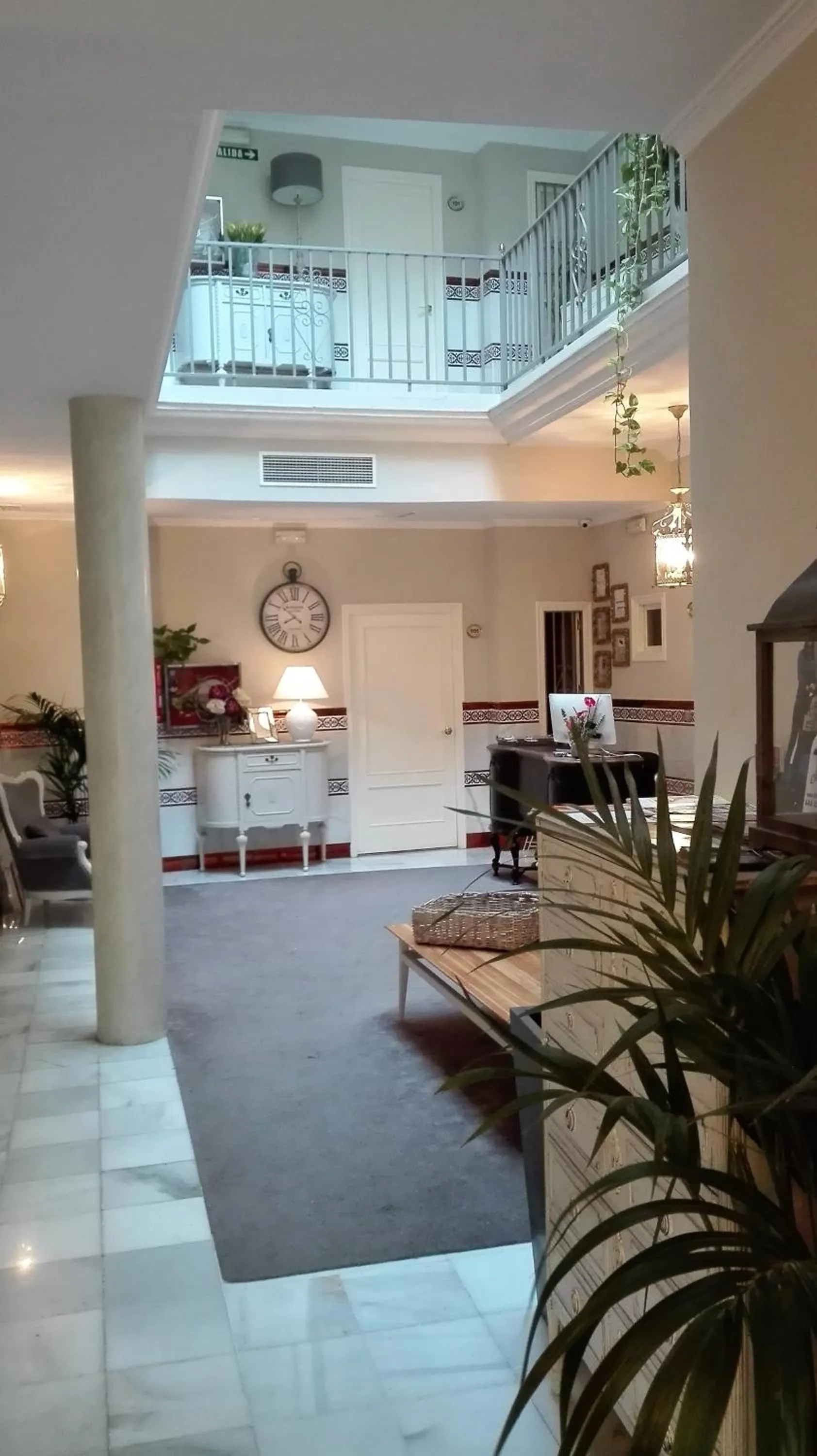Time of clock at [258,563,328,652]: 7:50
